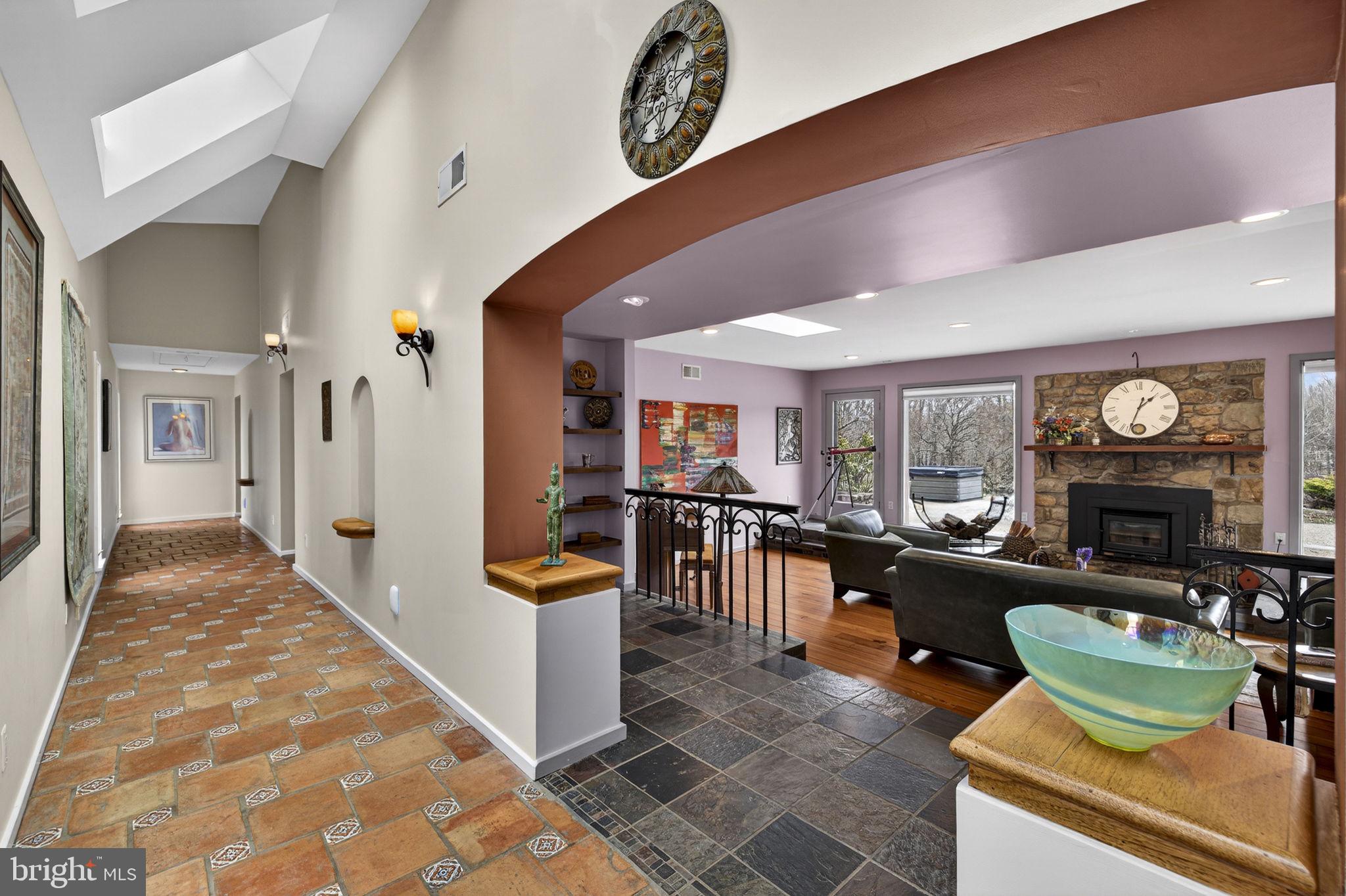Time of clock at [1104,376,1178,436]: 1:32
